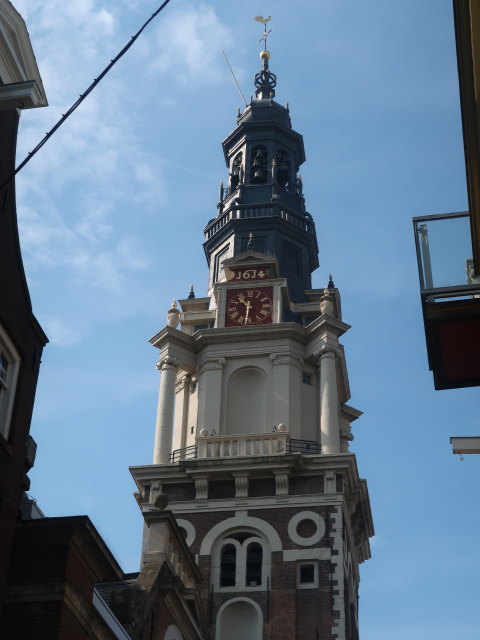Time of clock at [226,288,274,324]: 10:31
